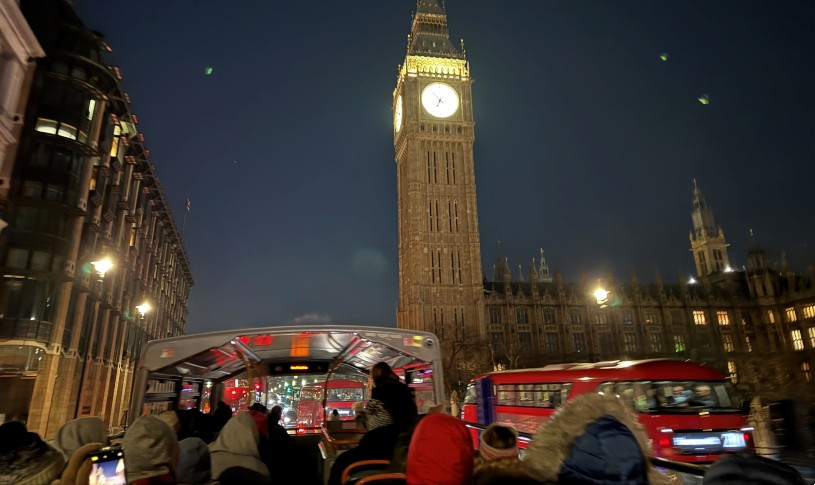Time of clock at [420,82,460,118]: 6:53
